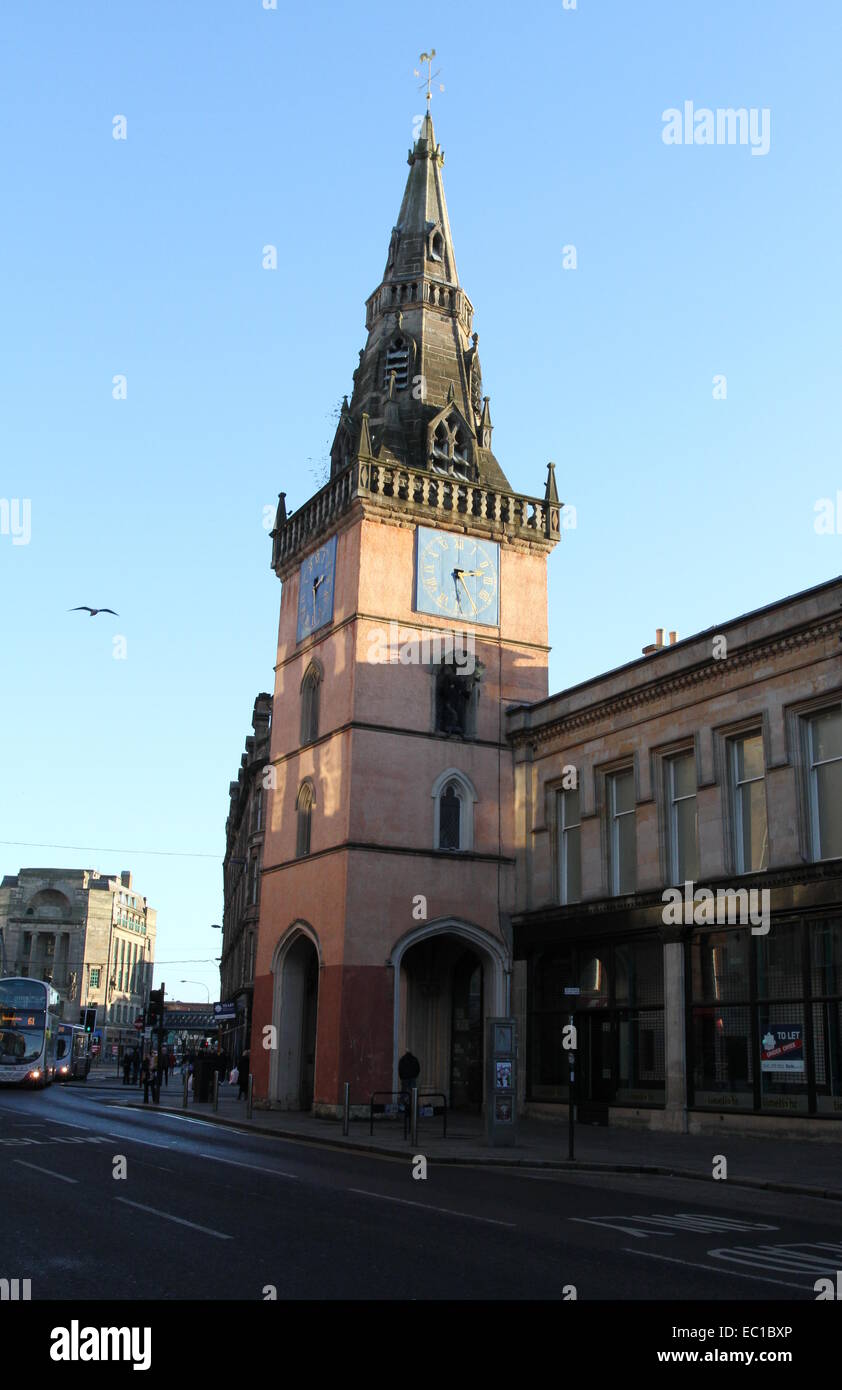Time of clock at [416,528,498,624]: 2:29
